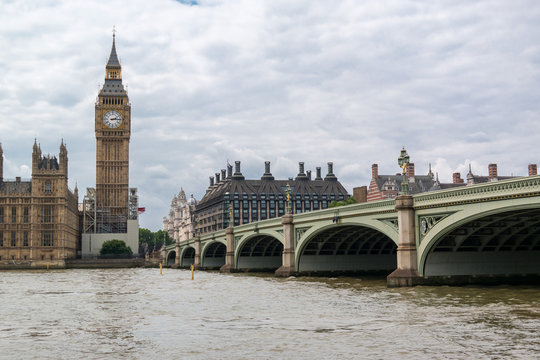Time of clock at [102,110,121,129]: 2:14
